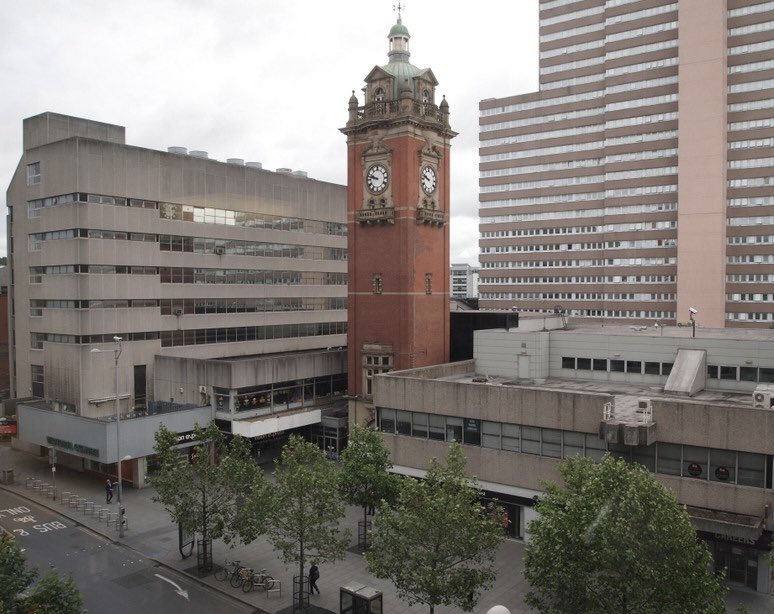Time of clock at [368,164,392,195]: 9:47
